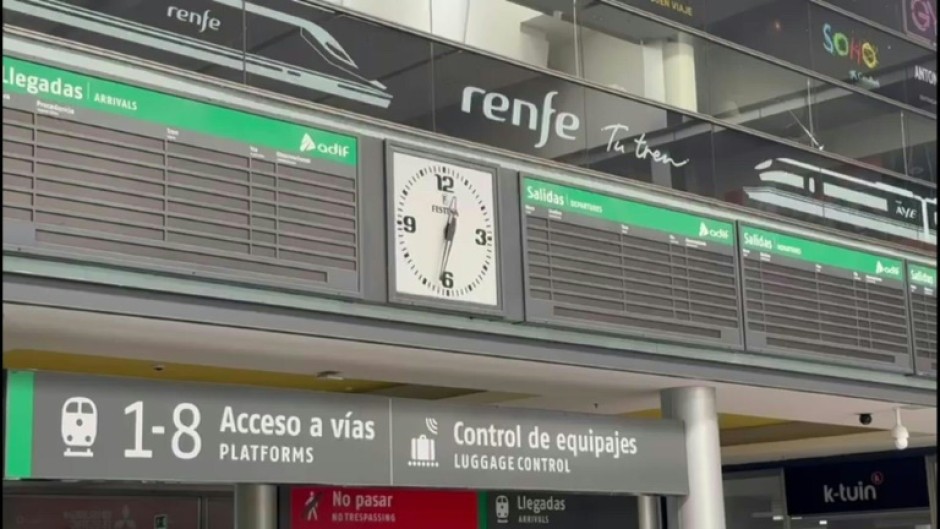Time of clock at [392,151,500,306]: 12:32
